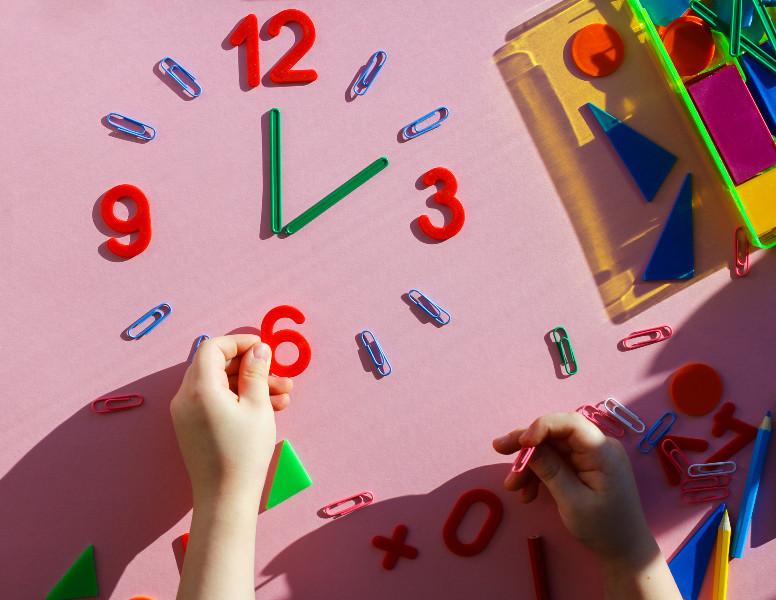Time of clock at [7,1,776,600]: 12:10
